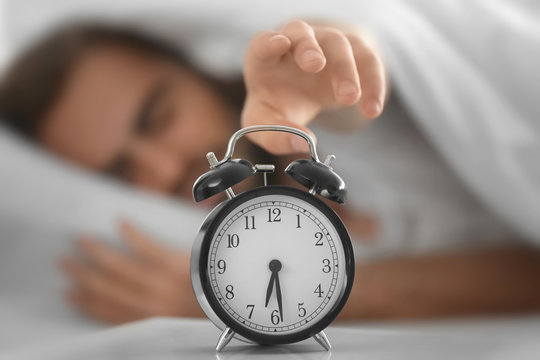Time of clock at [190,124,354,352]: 6:28
